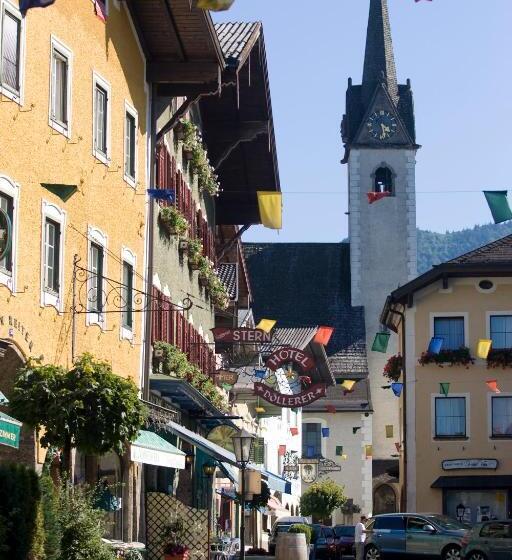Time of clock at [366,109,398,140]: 4:29
